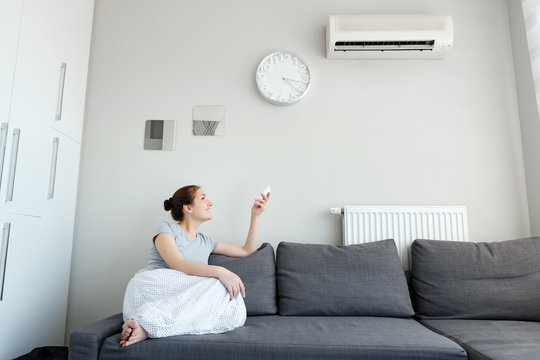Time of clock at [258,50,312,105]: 3:21
